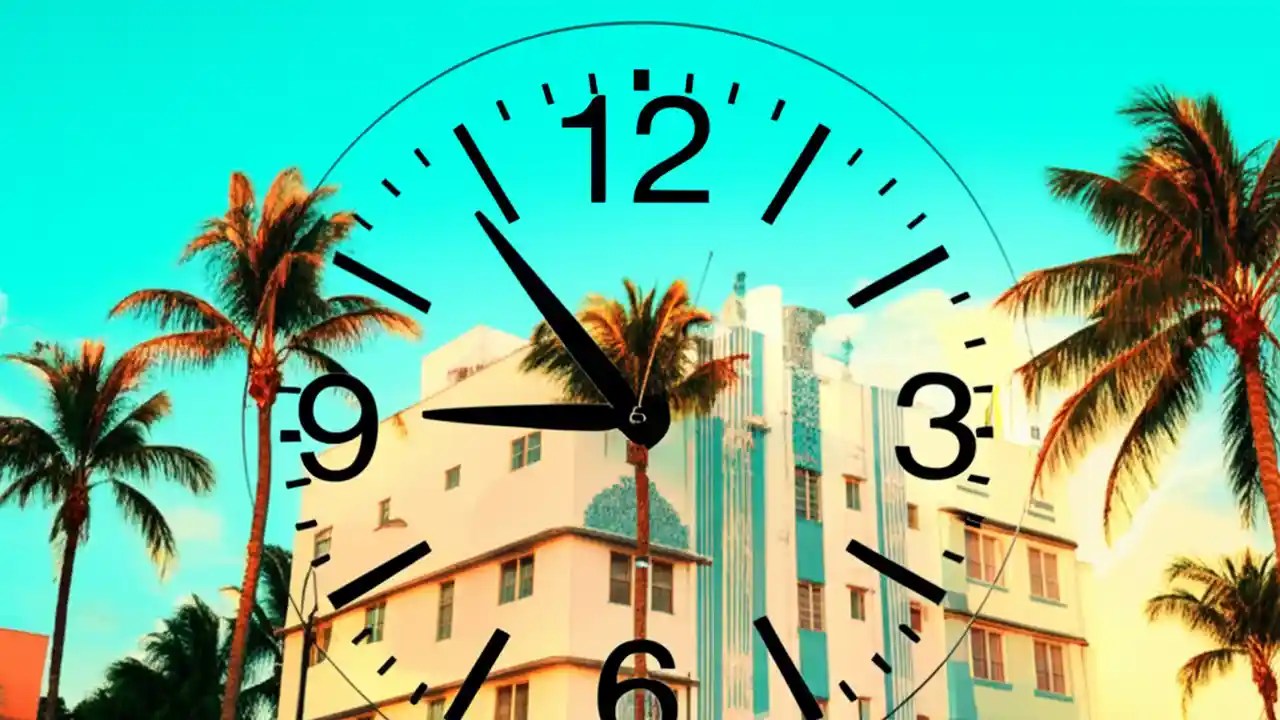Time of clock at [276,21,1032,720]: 10:45
